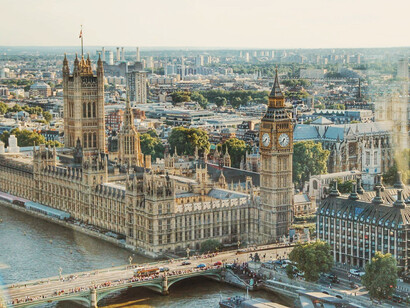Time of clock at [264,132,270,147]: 7:38
